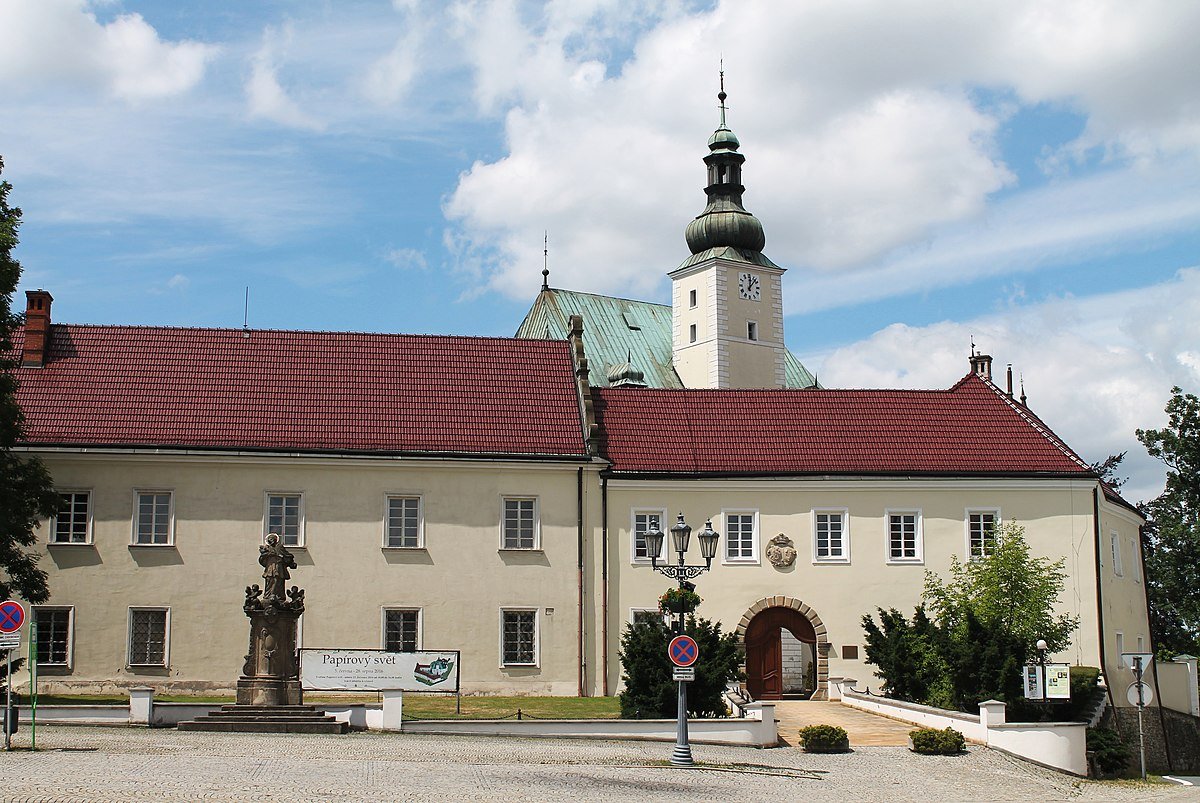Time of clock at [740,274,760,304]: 12:07
